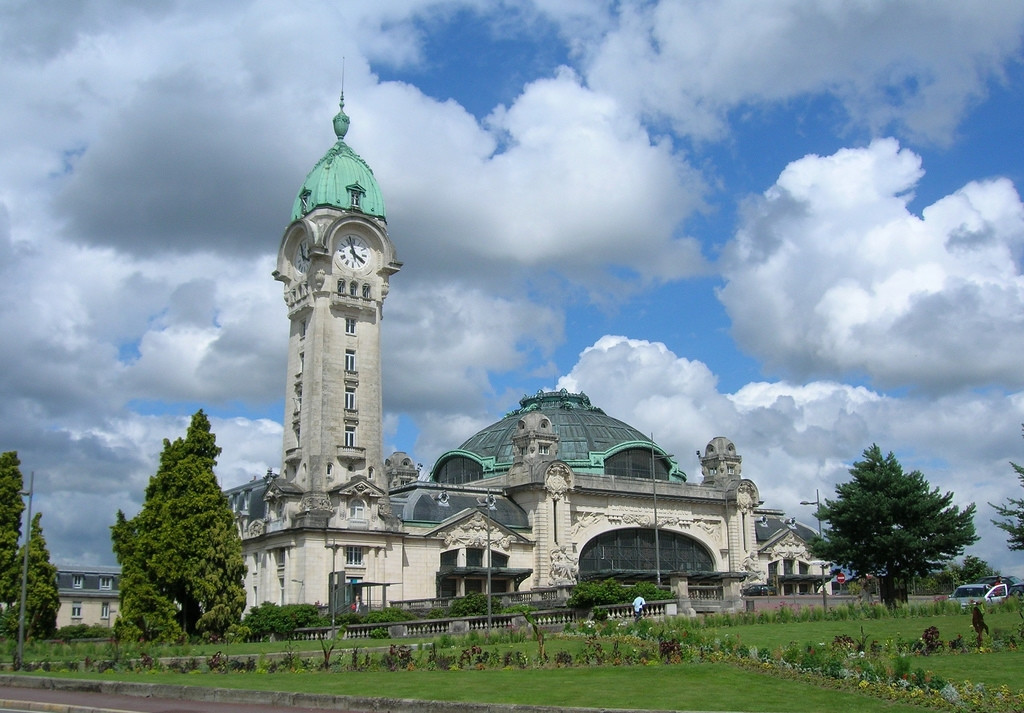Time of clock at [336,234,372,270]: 3:57
